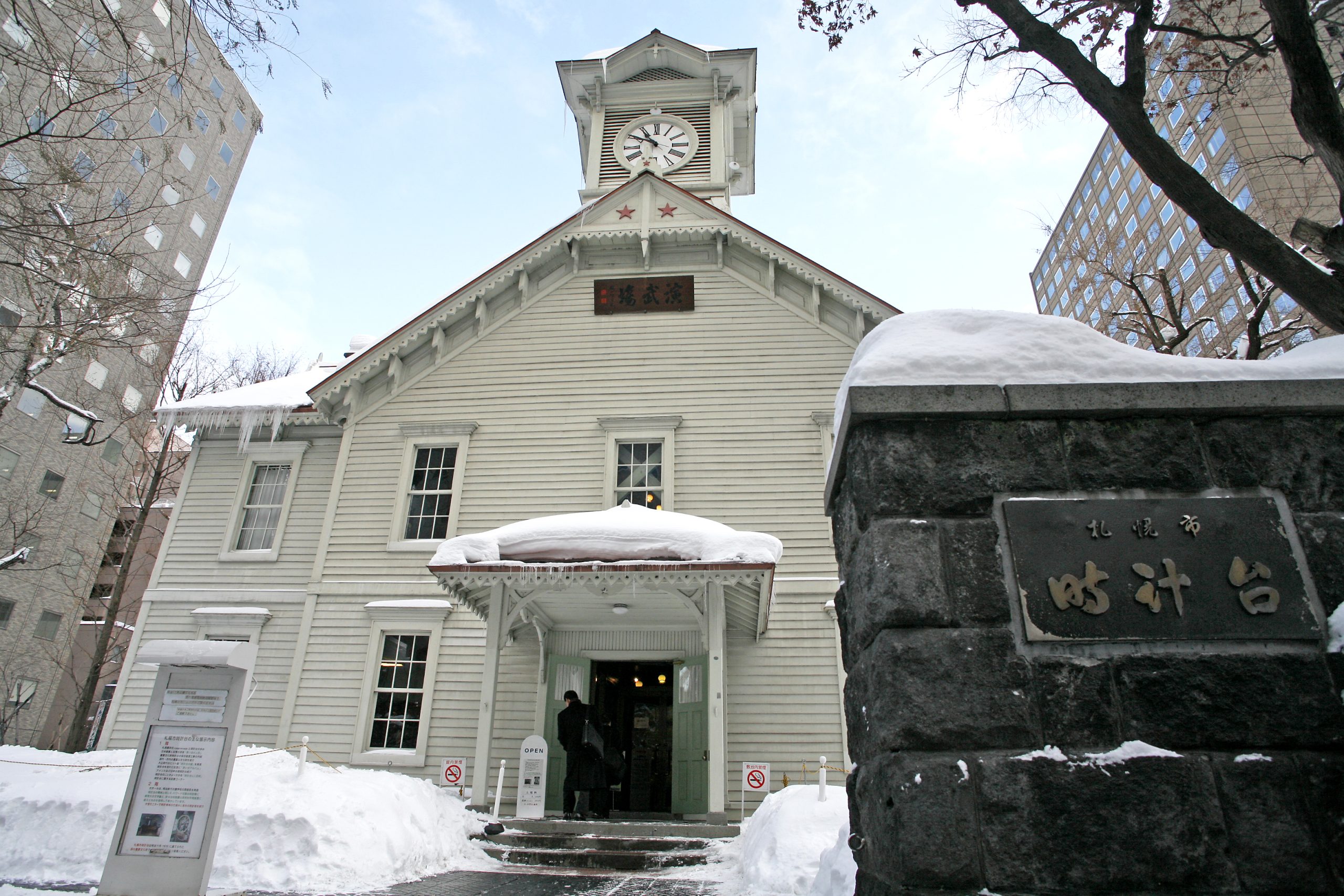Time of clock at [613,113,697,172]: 10:50
